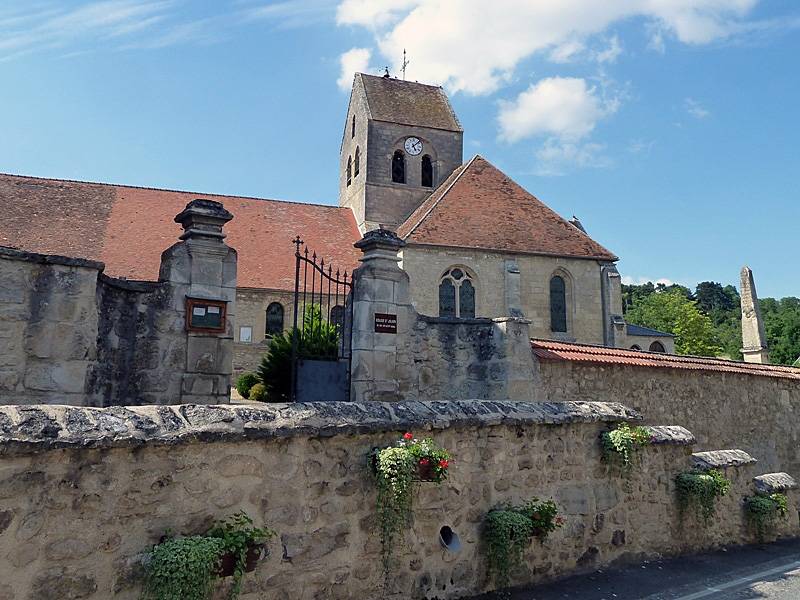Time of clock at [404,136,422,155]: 5:07
